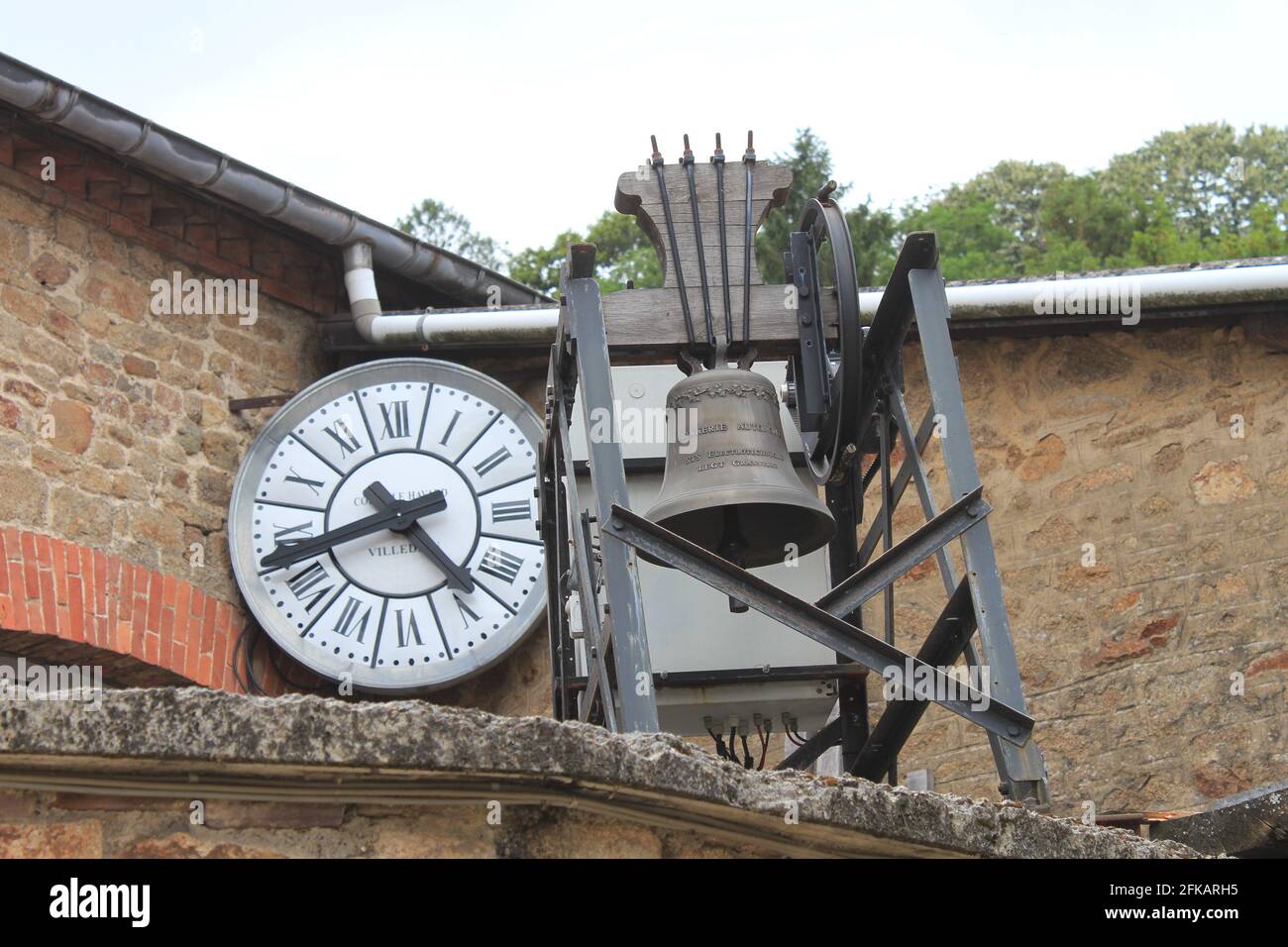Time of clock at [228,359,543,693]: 4:42
